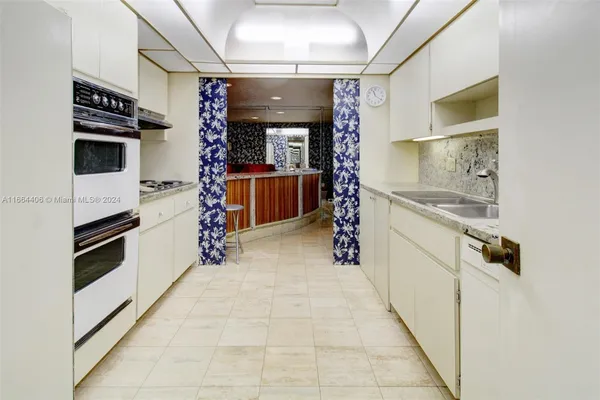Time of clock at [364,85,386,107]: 11:20
